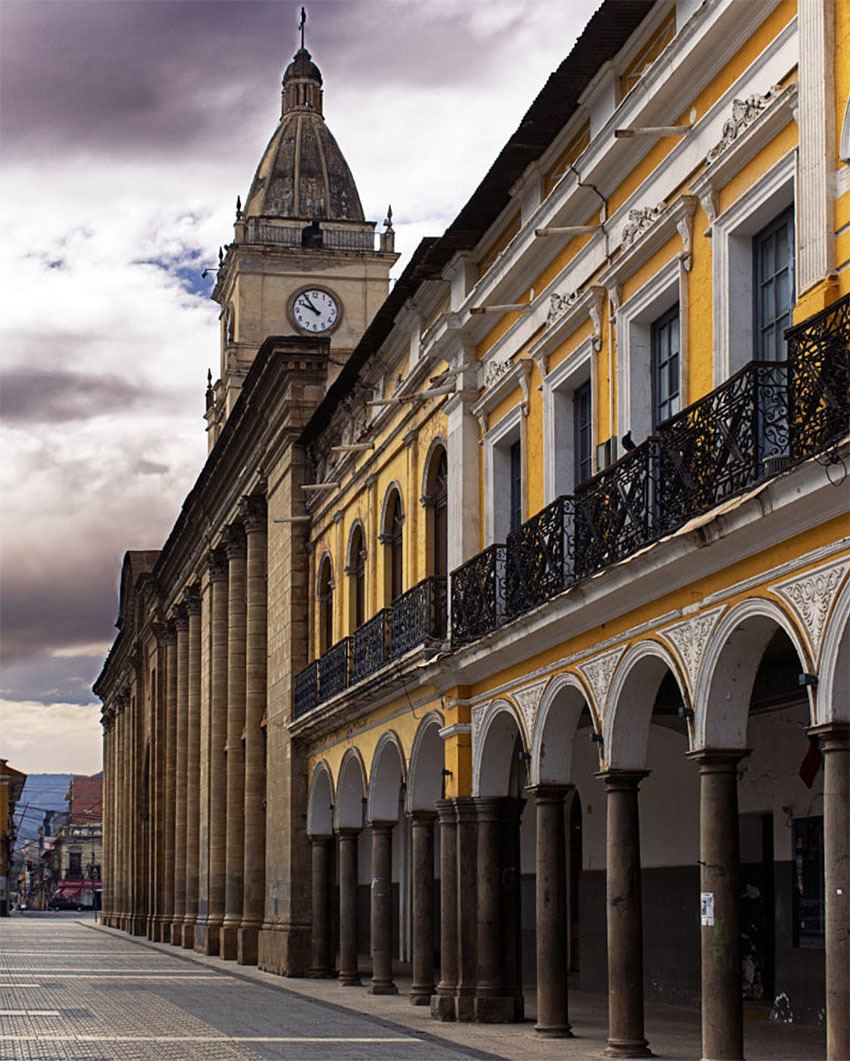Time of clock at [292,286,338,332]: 9:54
